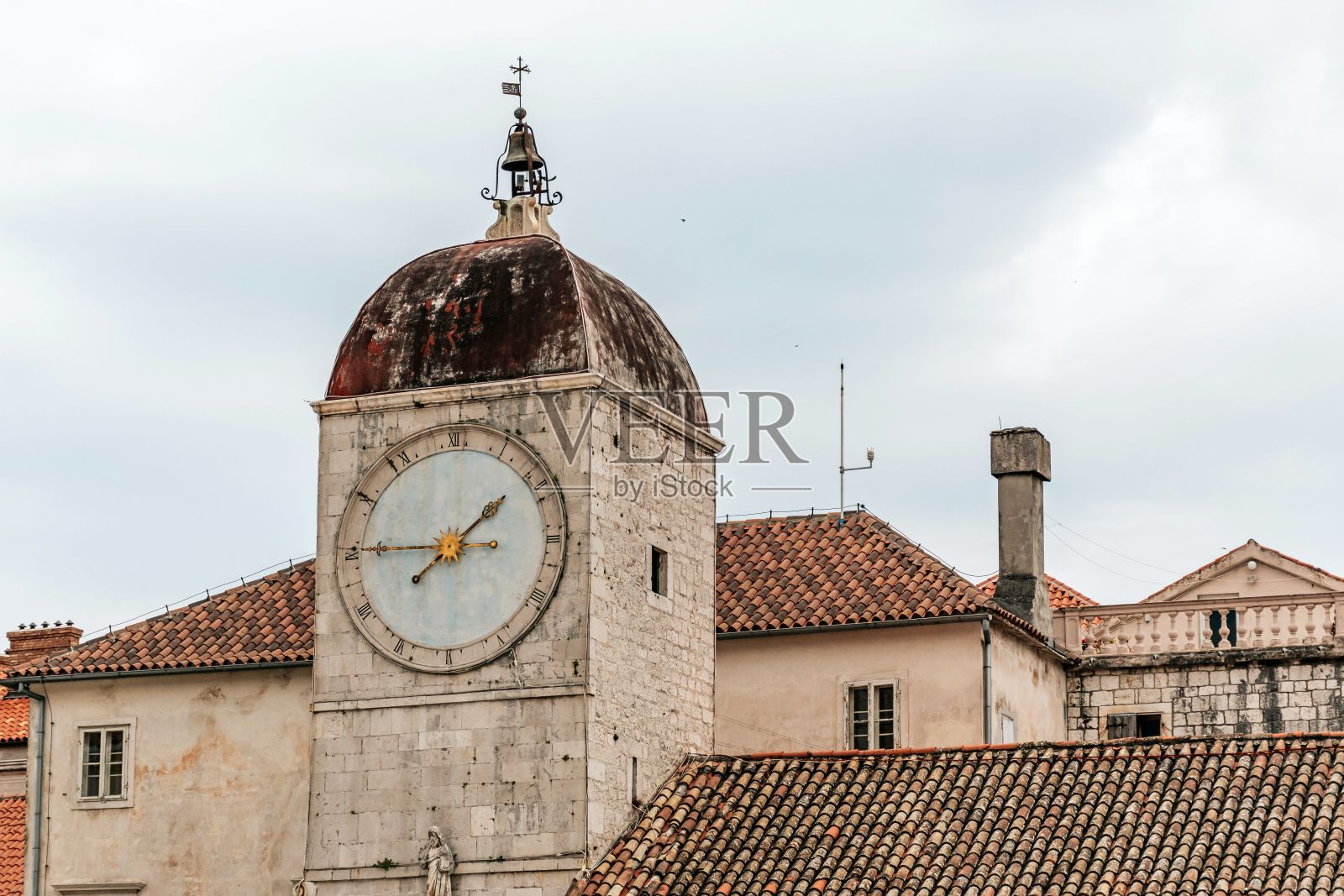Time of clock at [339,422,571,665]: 1:45
